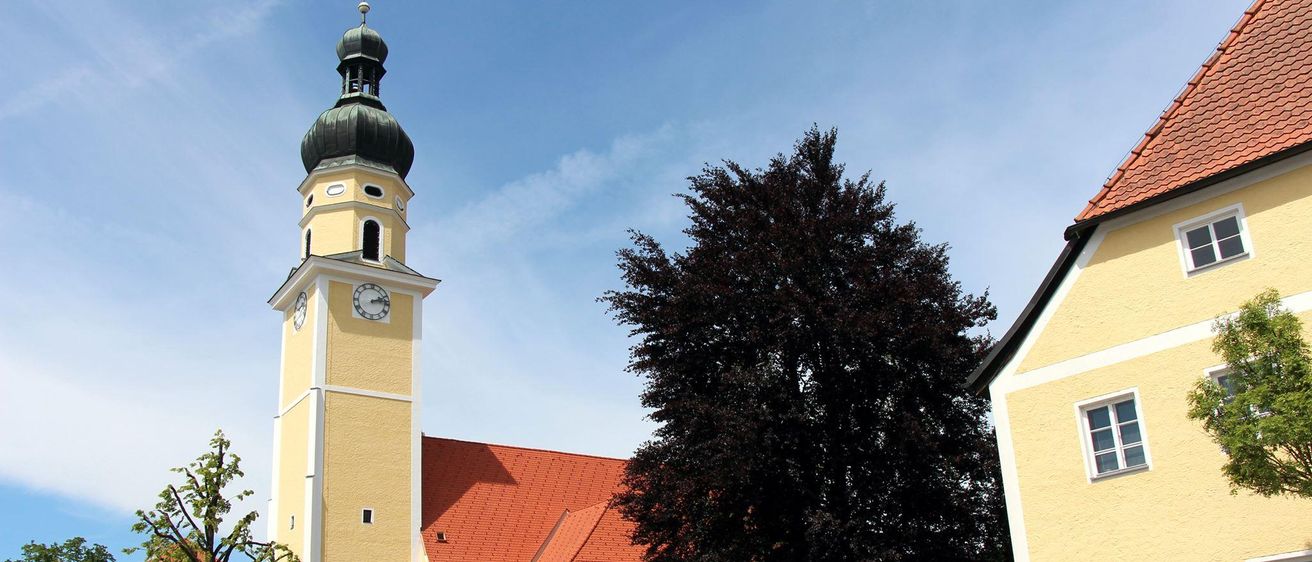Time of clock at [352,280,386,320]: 2:13
